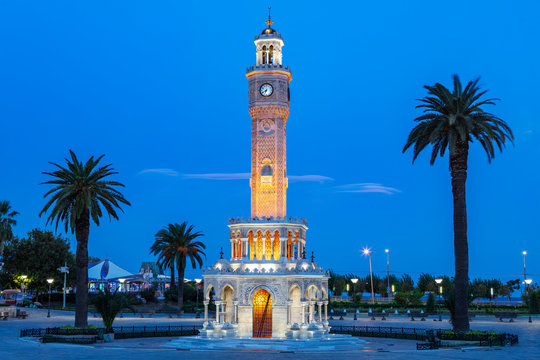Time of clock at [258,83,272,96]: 6:40
